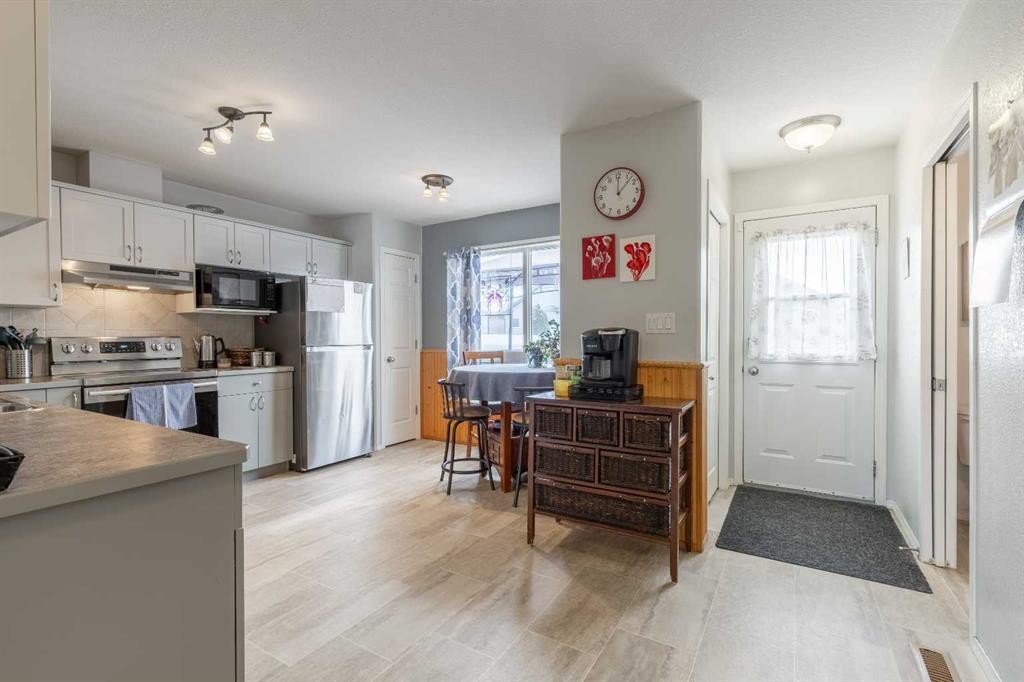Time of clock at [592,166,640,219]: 12:07
